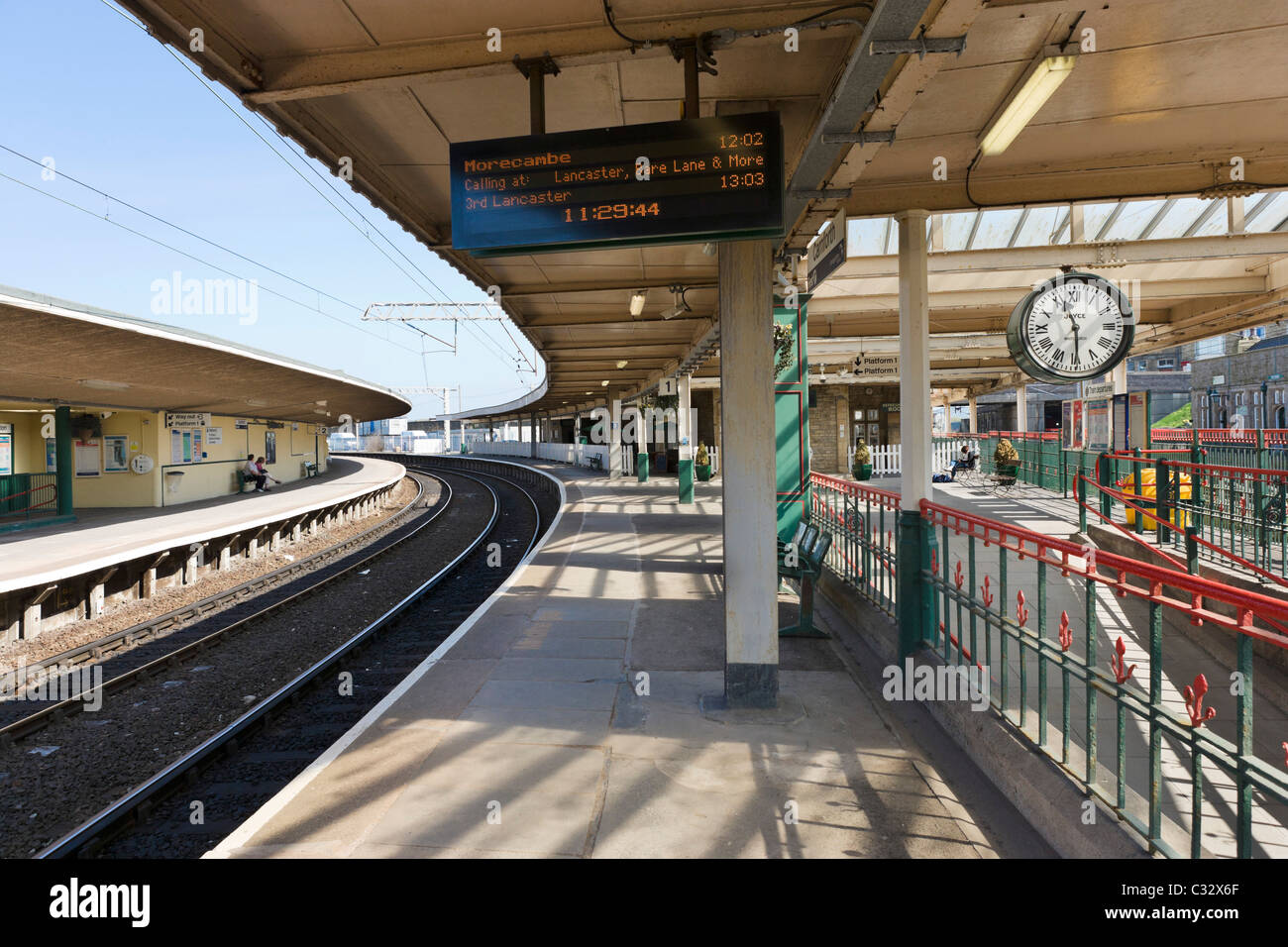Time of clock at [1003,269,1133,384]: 11:29
